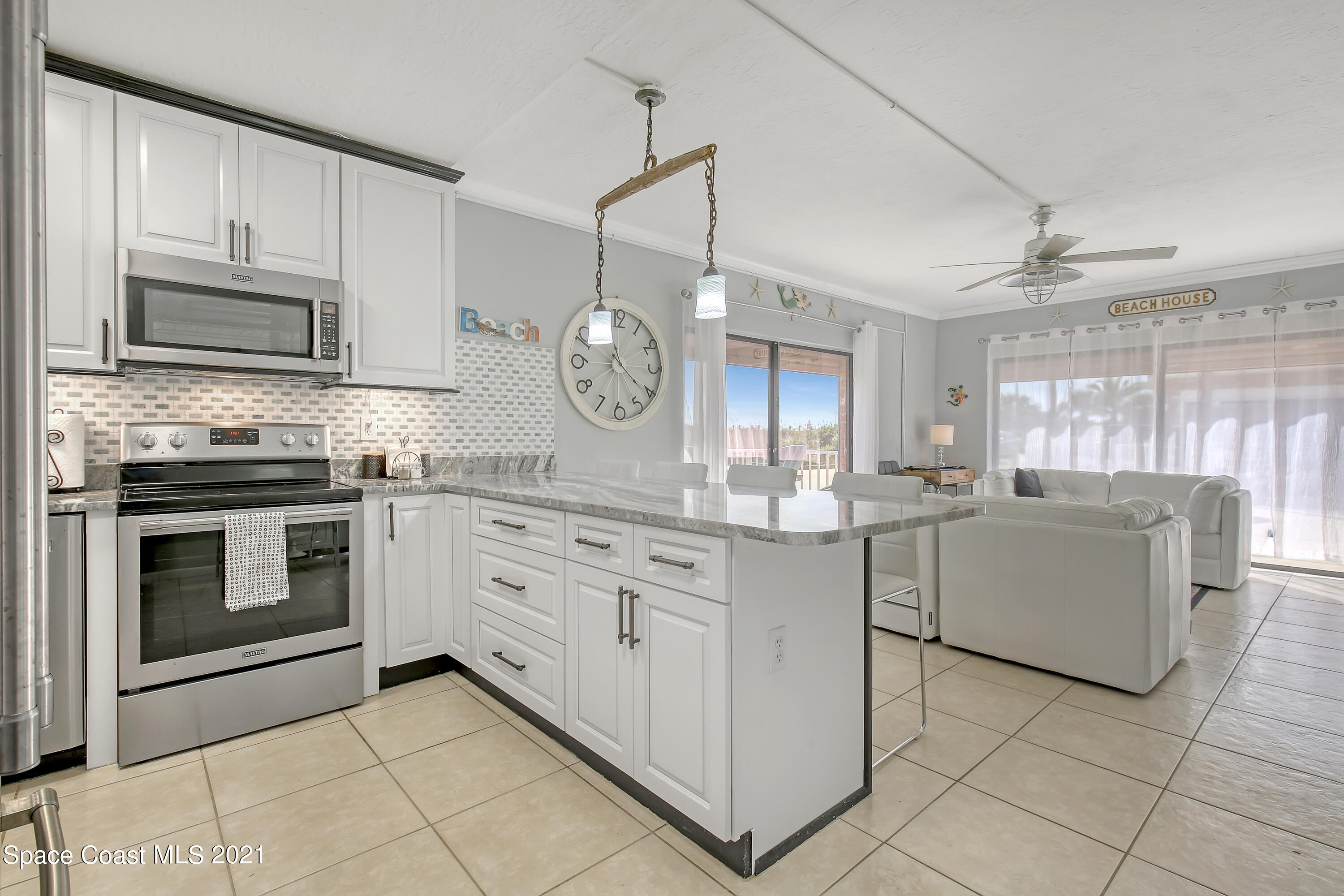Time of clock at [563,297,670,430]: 4:21
